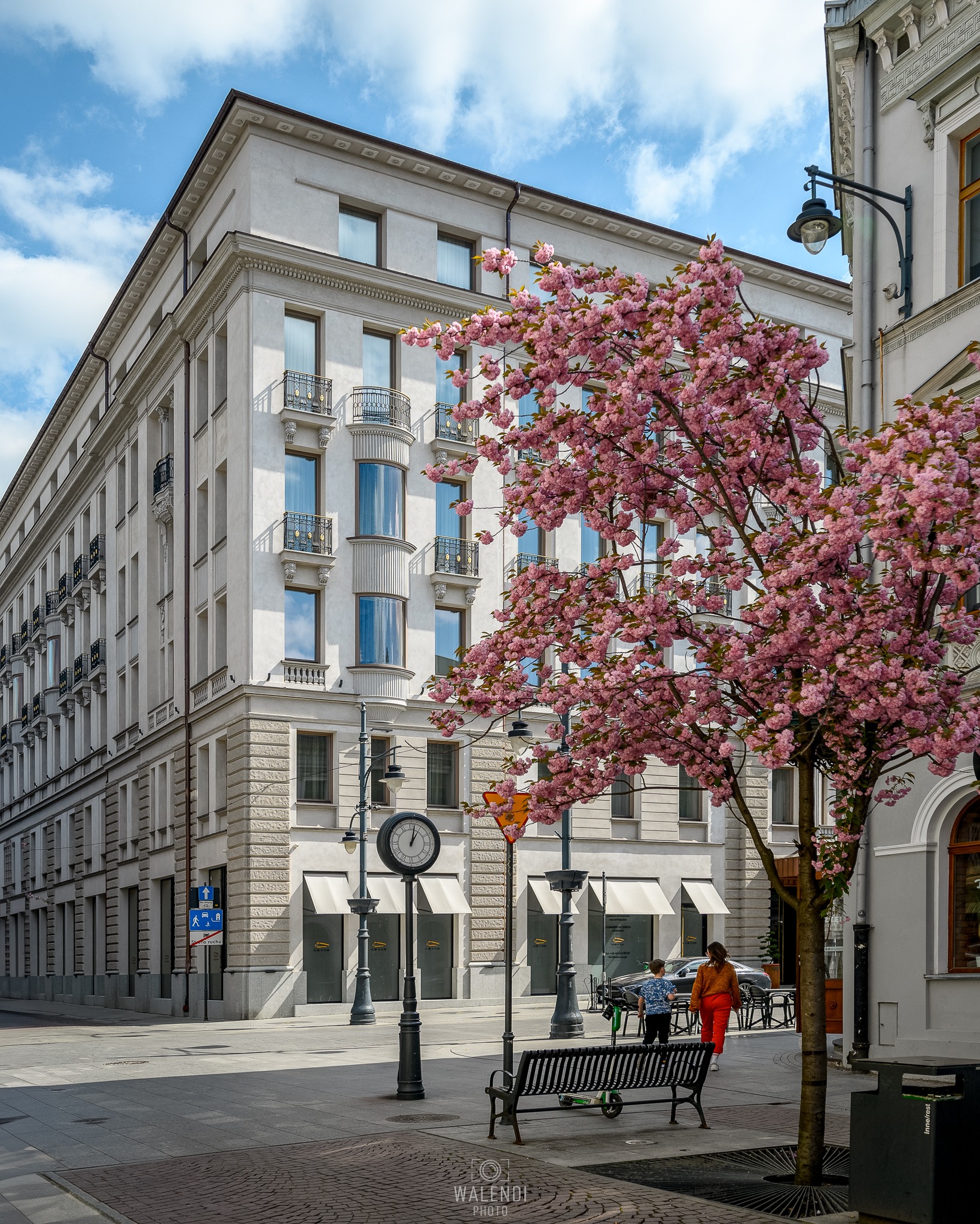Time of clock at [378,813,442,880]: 1:01
